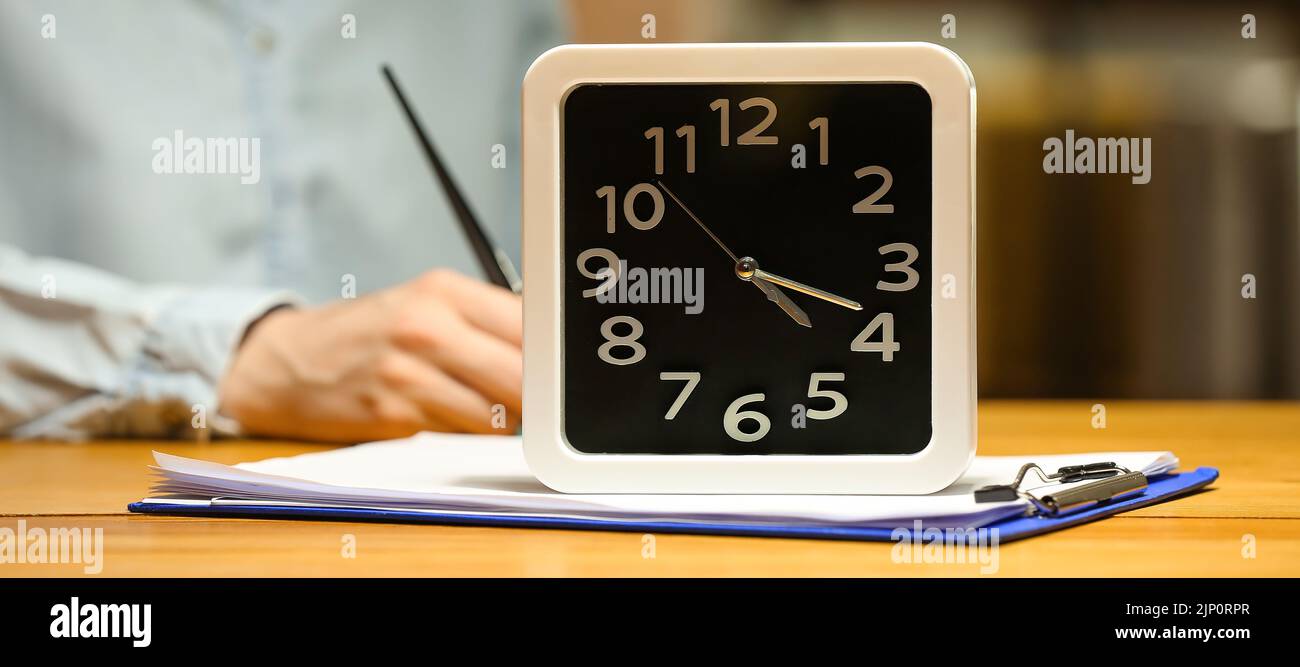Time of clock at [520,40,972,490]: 4:18
